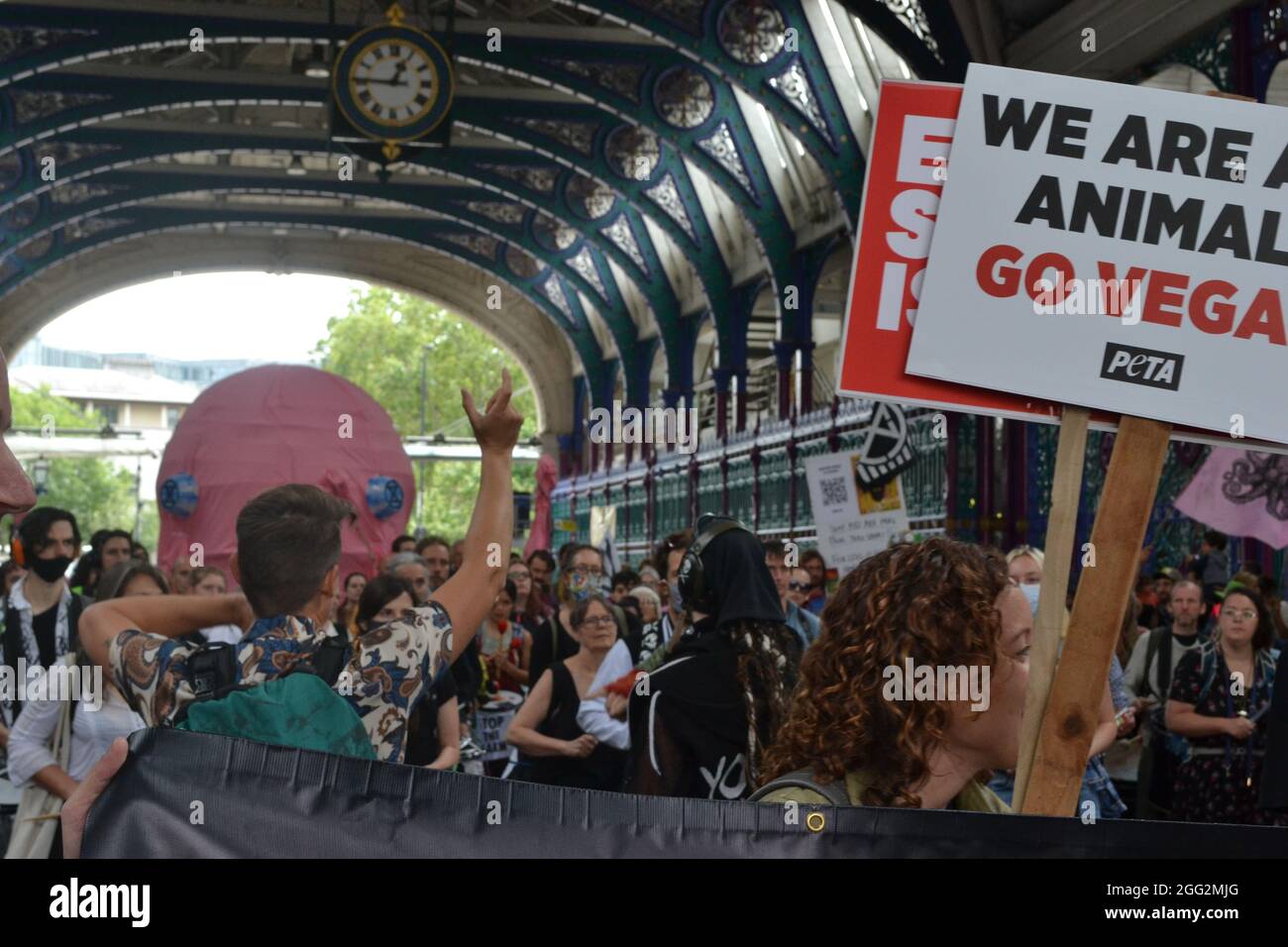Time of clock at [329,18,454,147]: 12:45
